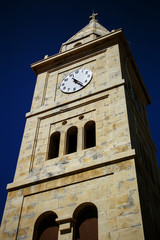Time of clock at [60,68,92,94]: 11:24
